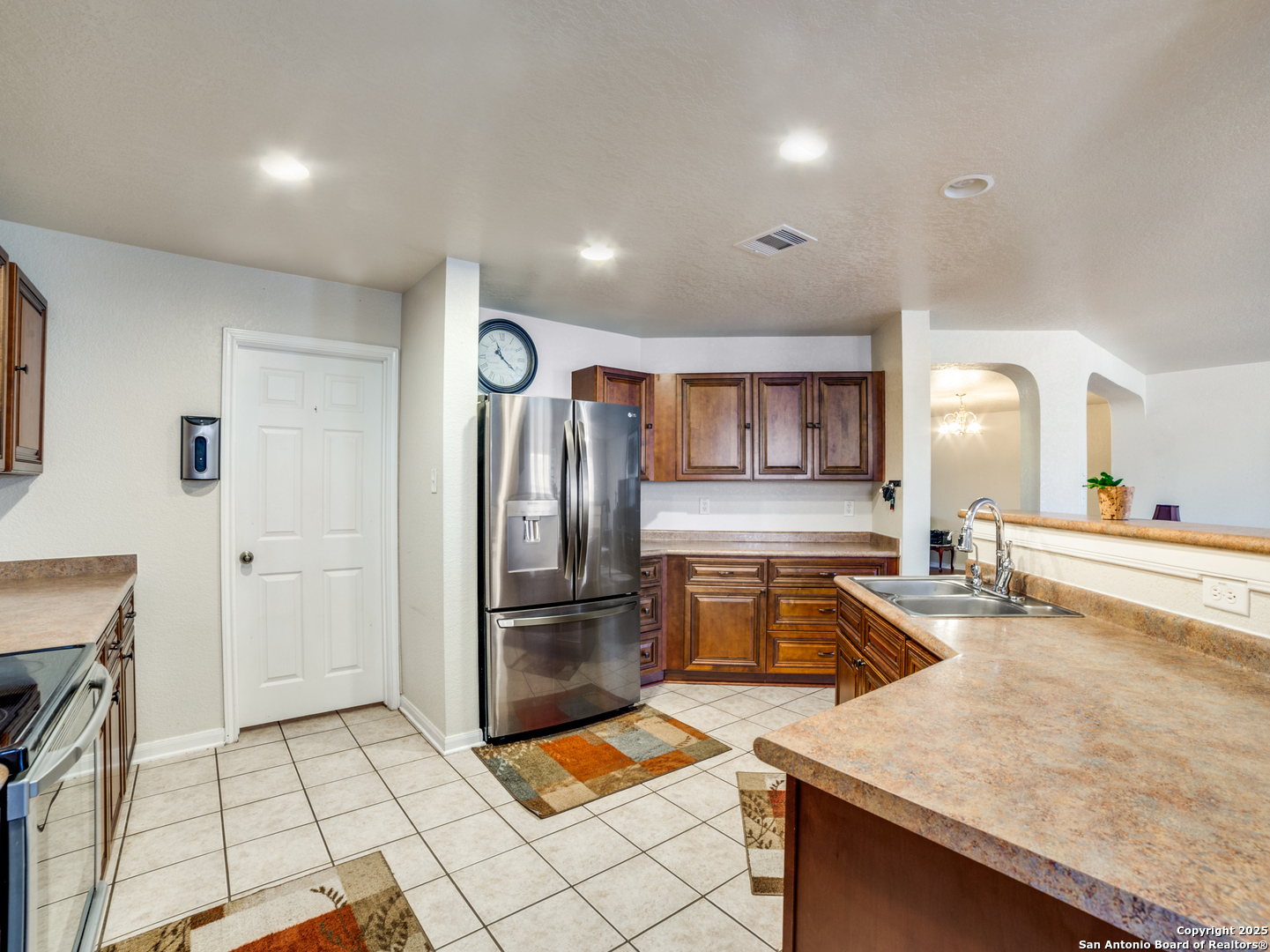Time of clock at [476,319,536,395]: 11:21
